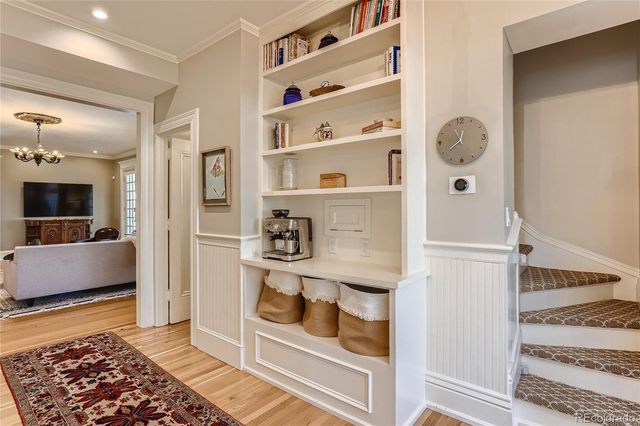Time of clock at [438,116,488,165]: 12:38
